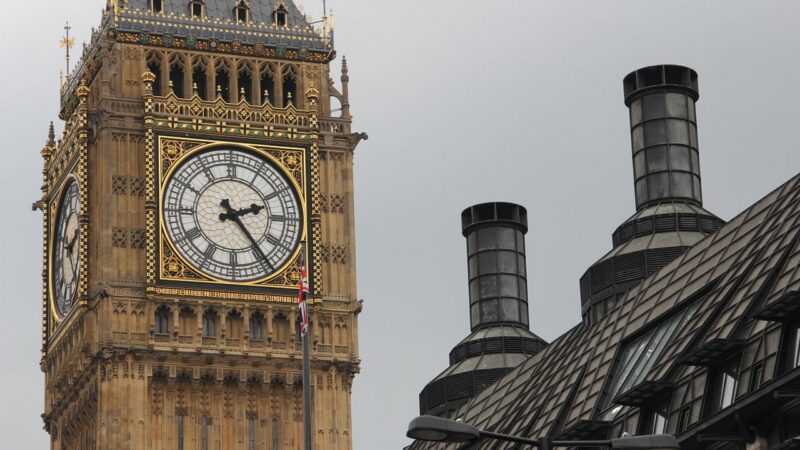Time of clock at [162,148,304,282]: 2:23
